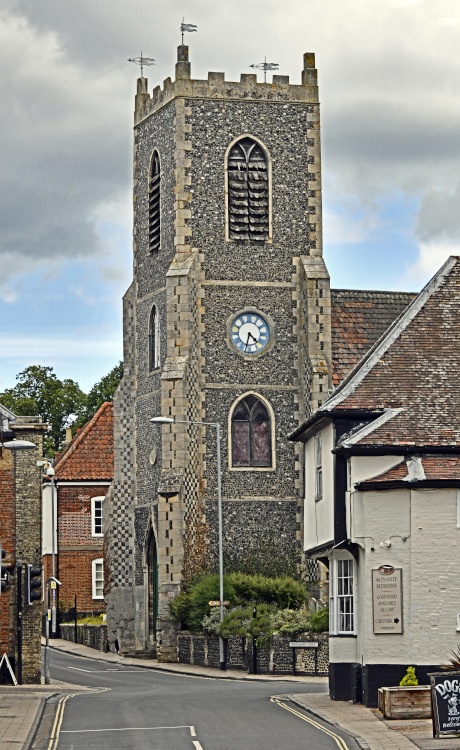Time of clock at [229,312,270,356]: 4:32
